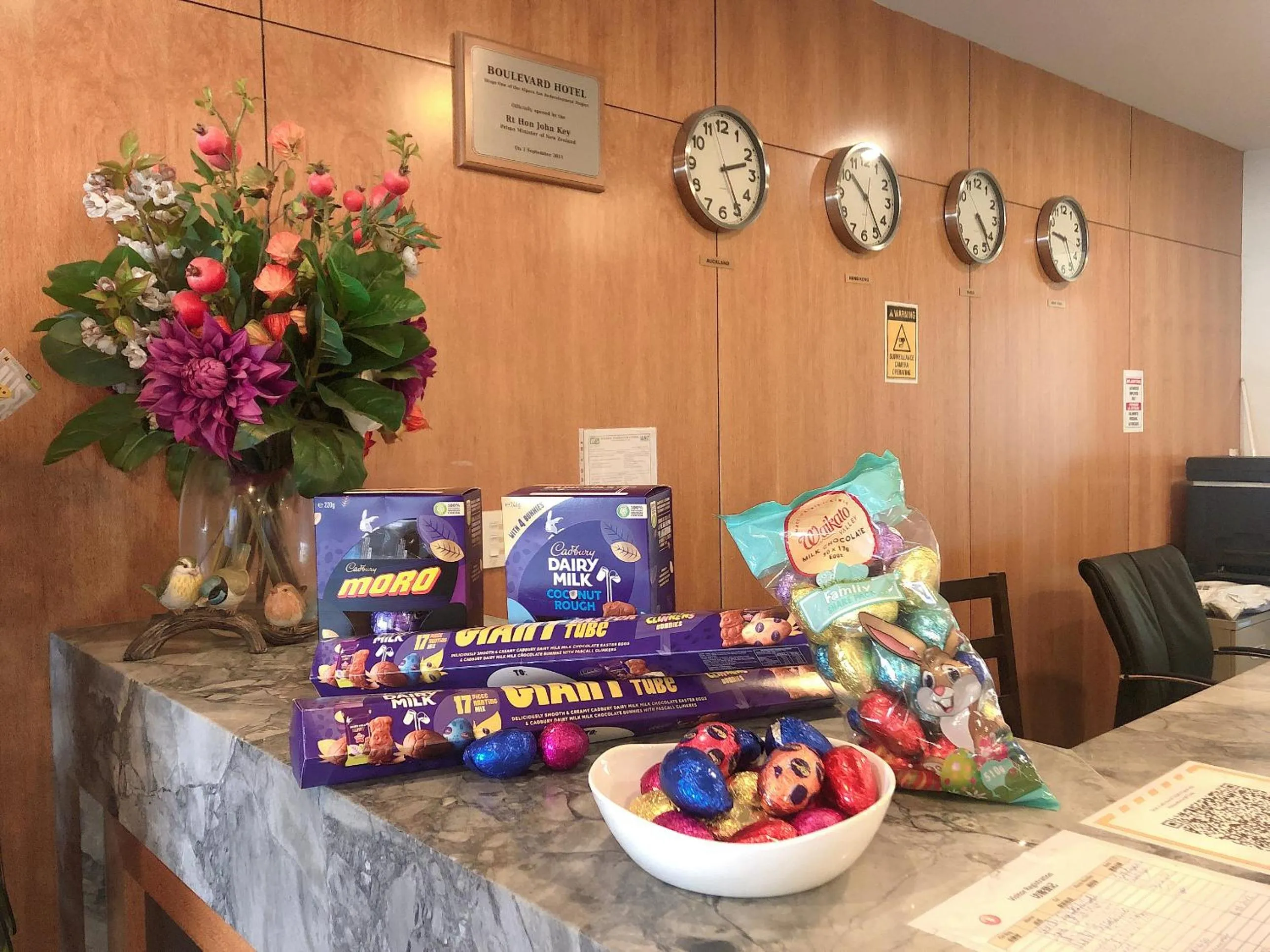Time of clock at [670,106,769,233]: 2:25
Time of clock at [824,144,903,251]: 10:23
